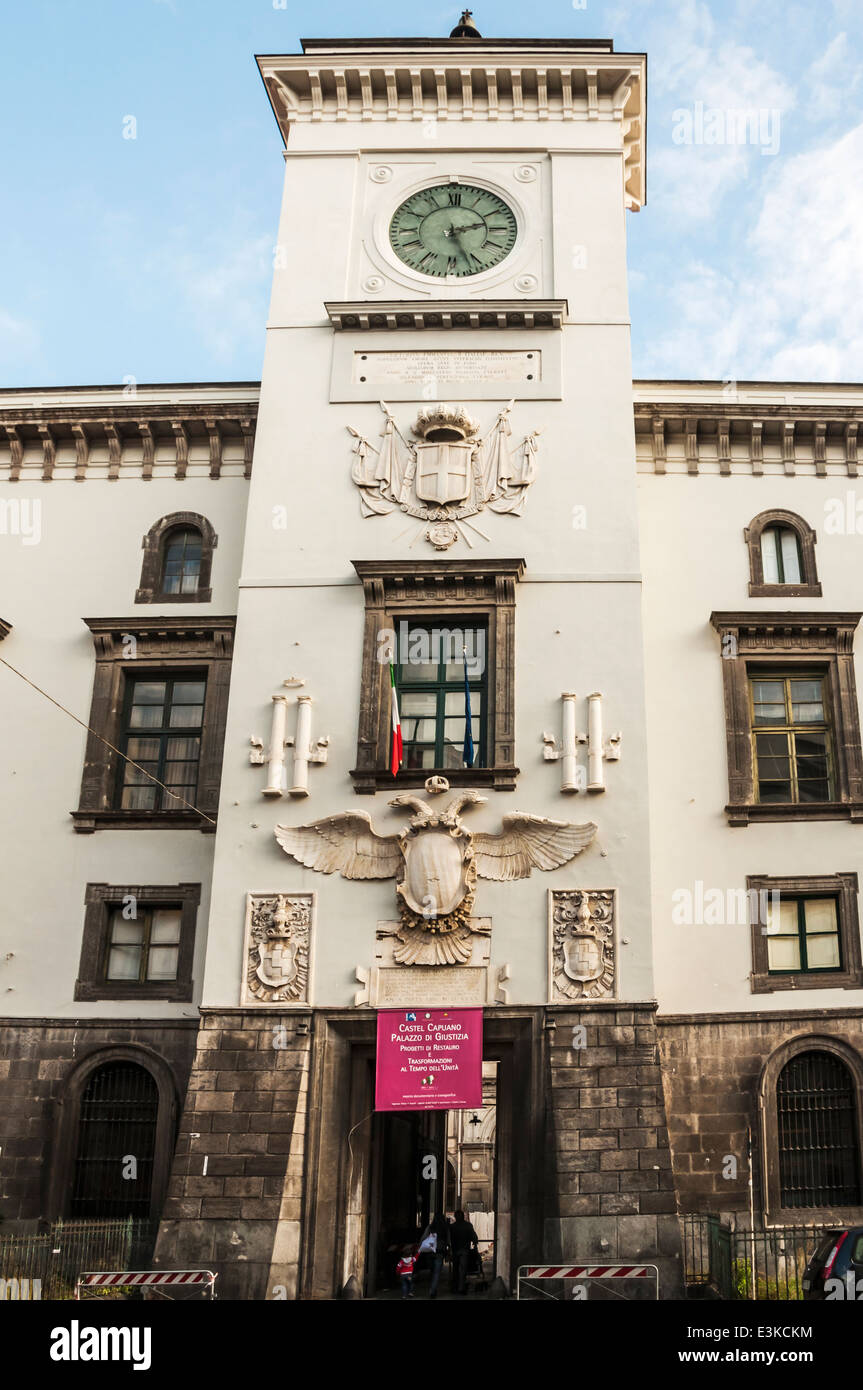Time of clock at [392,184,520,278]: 2:26
